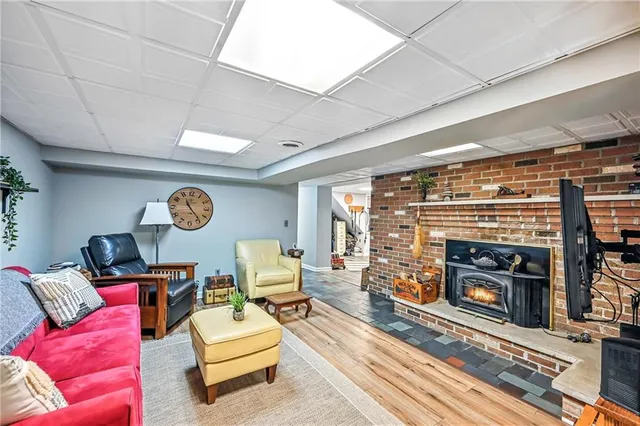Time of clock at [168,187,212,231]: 11:23
